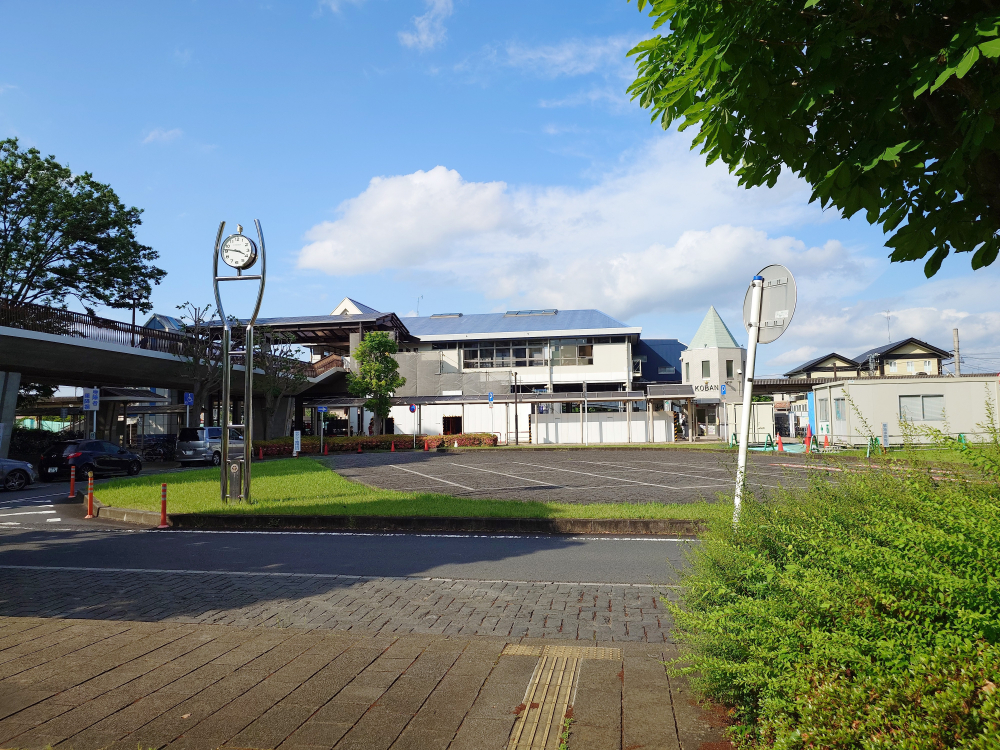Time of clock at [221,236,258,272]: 3:46
